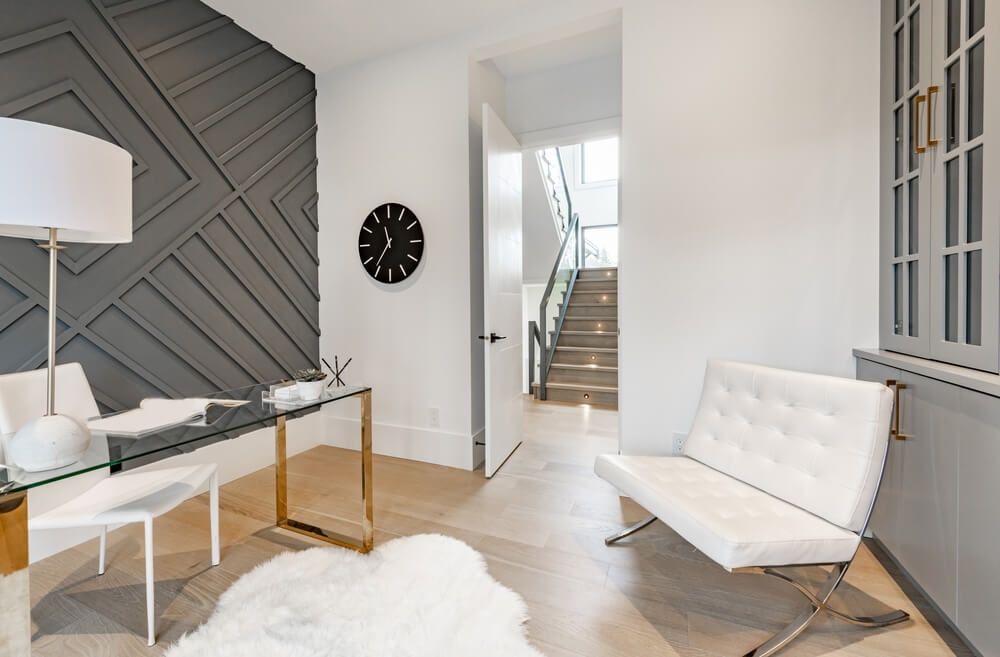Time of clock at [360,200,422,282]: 11:36
